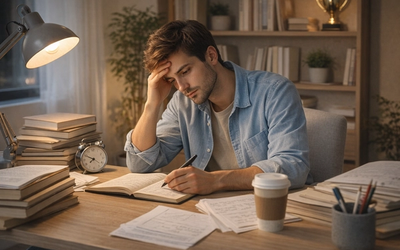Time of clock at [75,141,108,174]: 7:49
